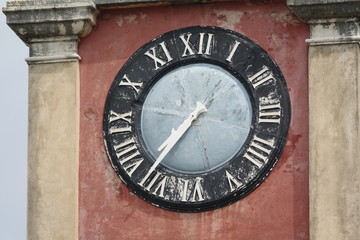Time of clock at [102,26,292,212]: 7:36
